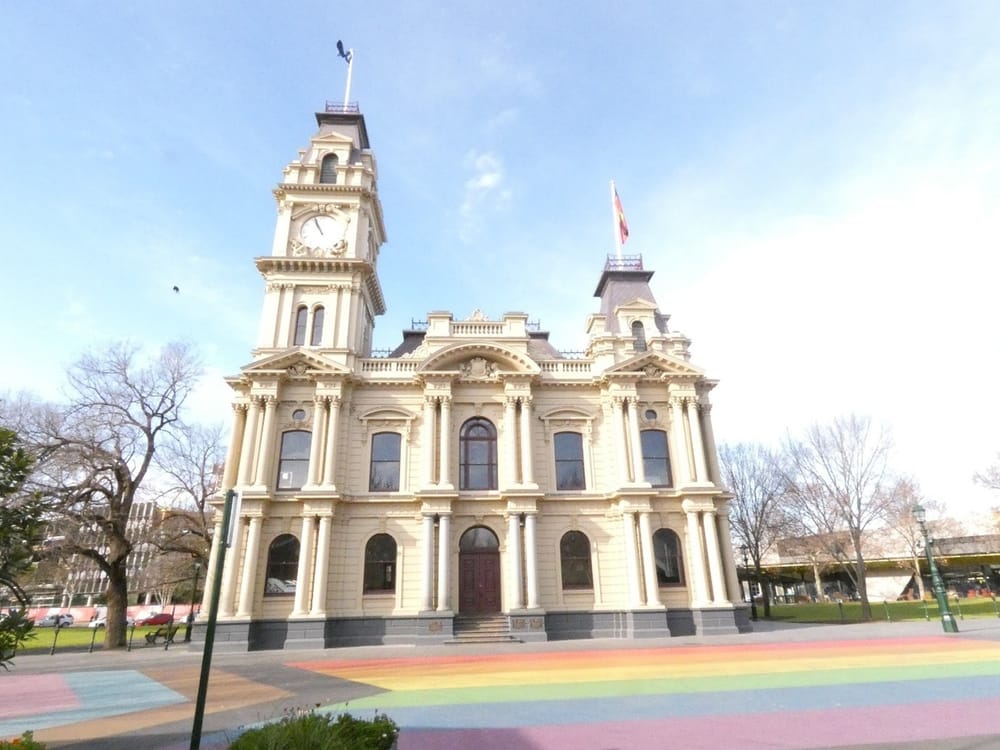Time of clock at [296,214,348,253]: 10:56
